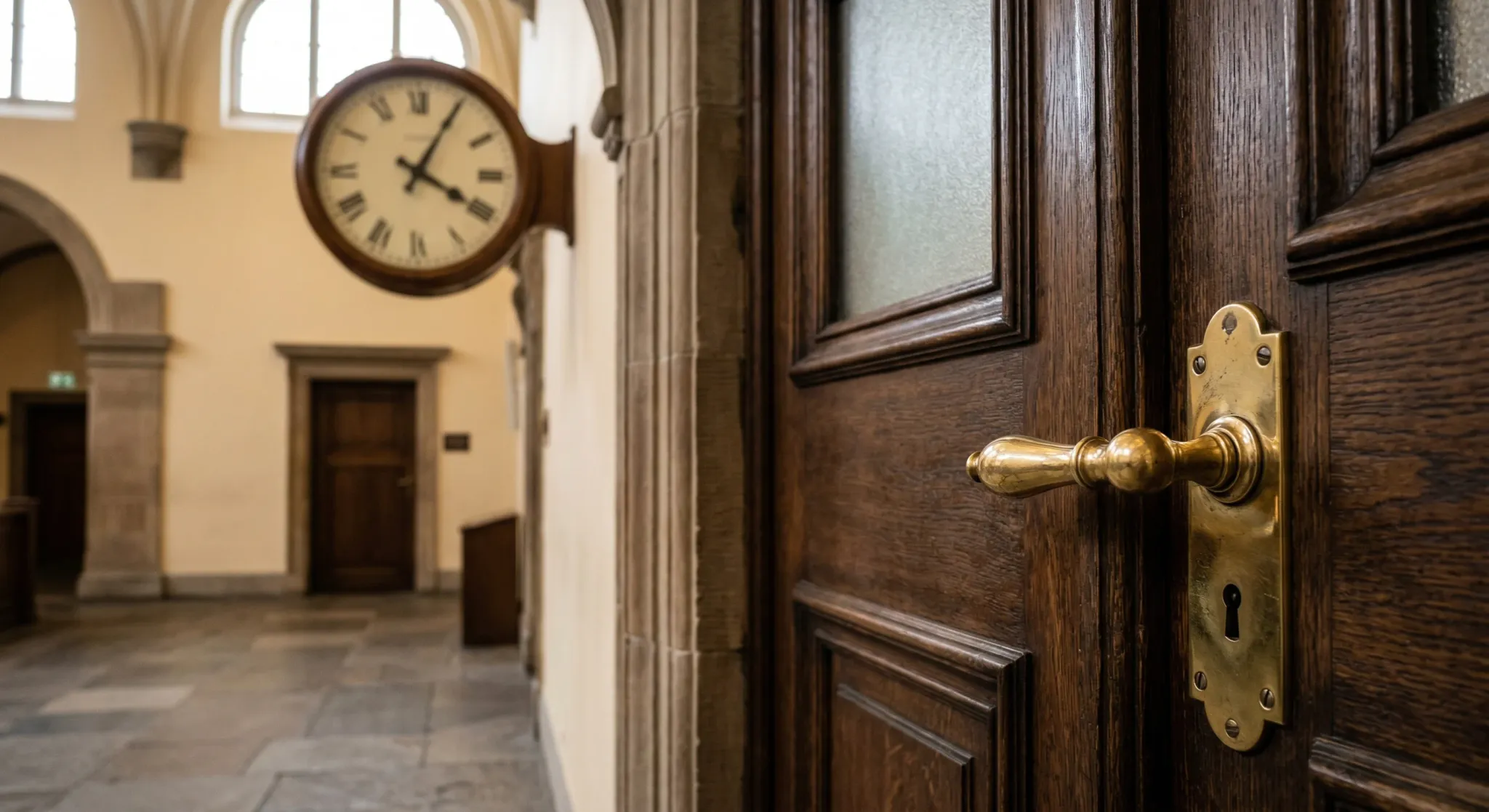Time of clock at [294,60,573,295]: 4:04
